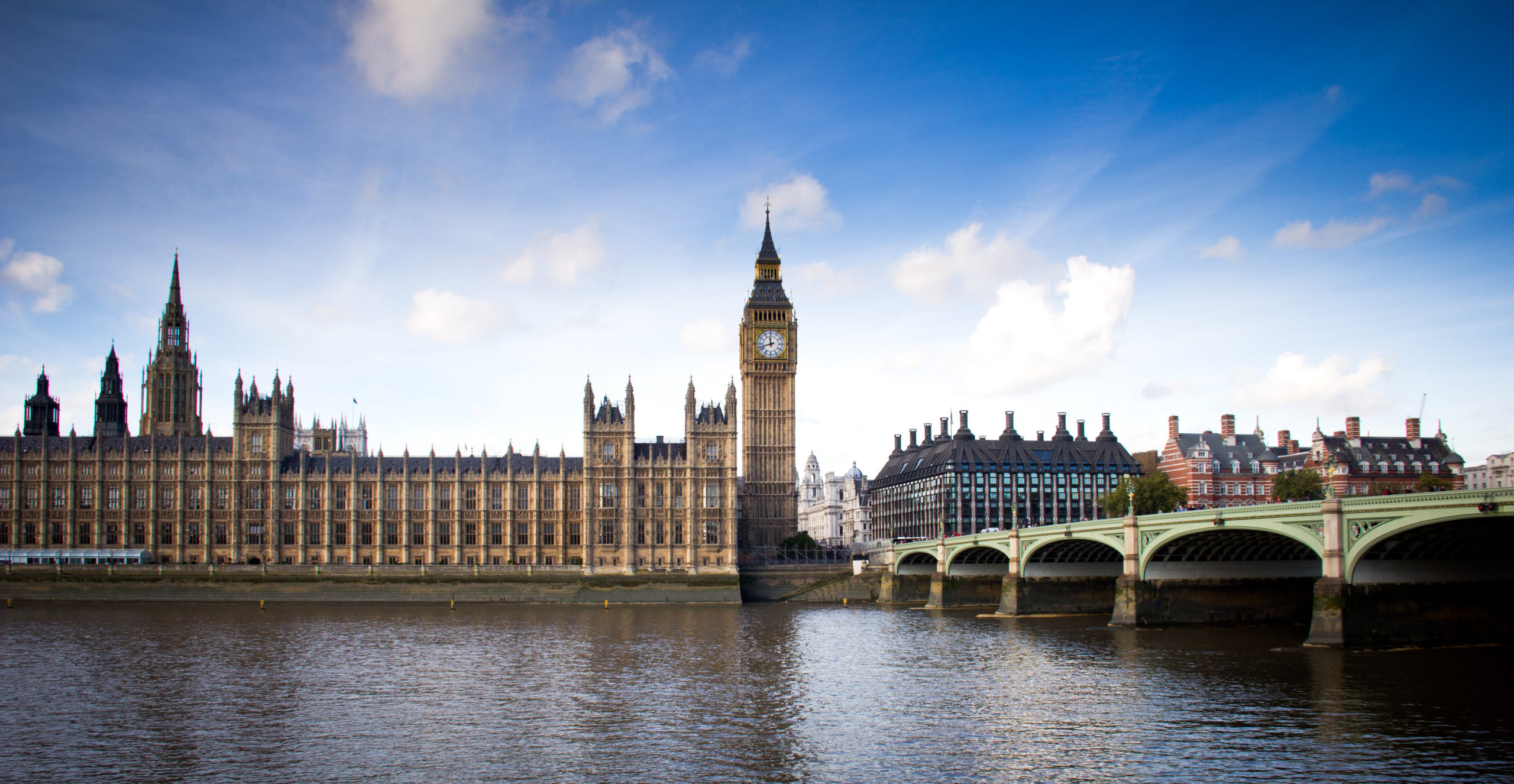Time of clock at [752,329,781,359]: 11:42
